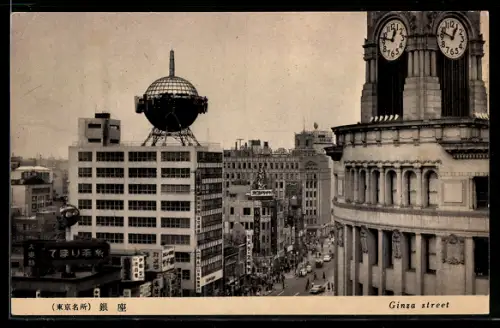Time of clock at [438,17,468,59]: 12:47
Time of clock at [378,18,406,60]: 12:47
